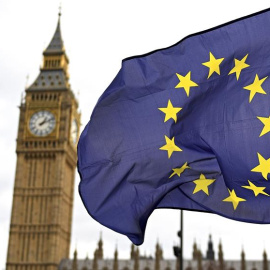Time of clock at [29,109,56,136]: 1:11
